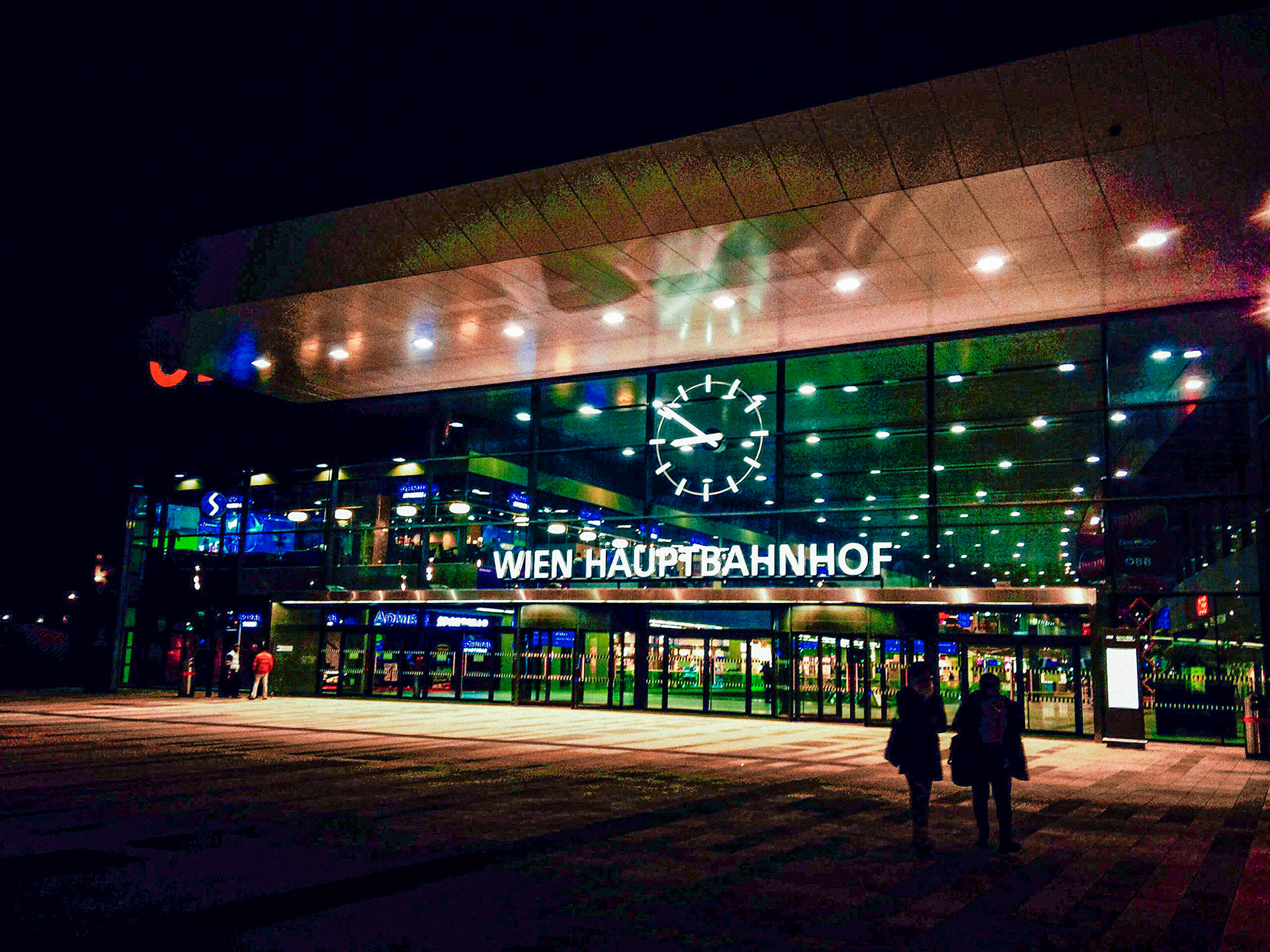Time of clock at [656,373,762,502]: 8:51
